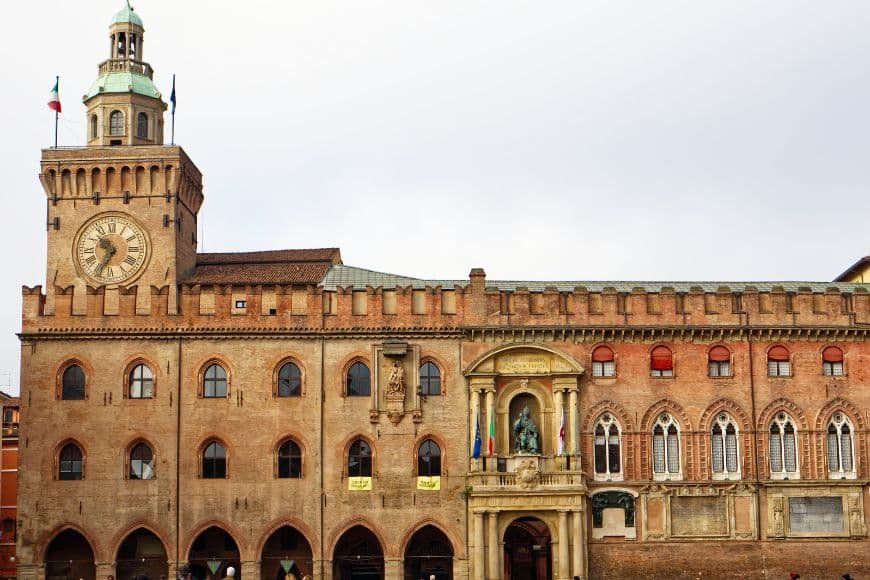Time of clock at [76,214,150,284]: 10:34
